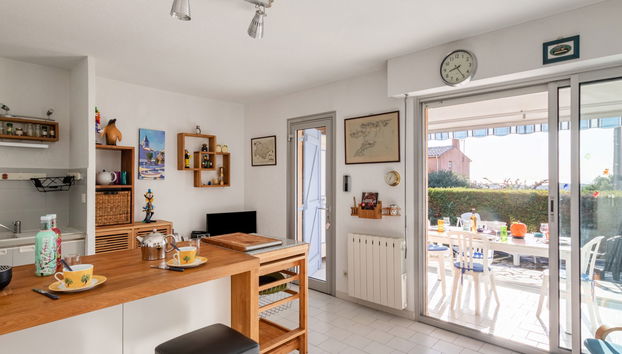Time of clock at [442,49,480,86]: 8:24
